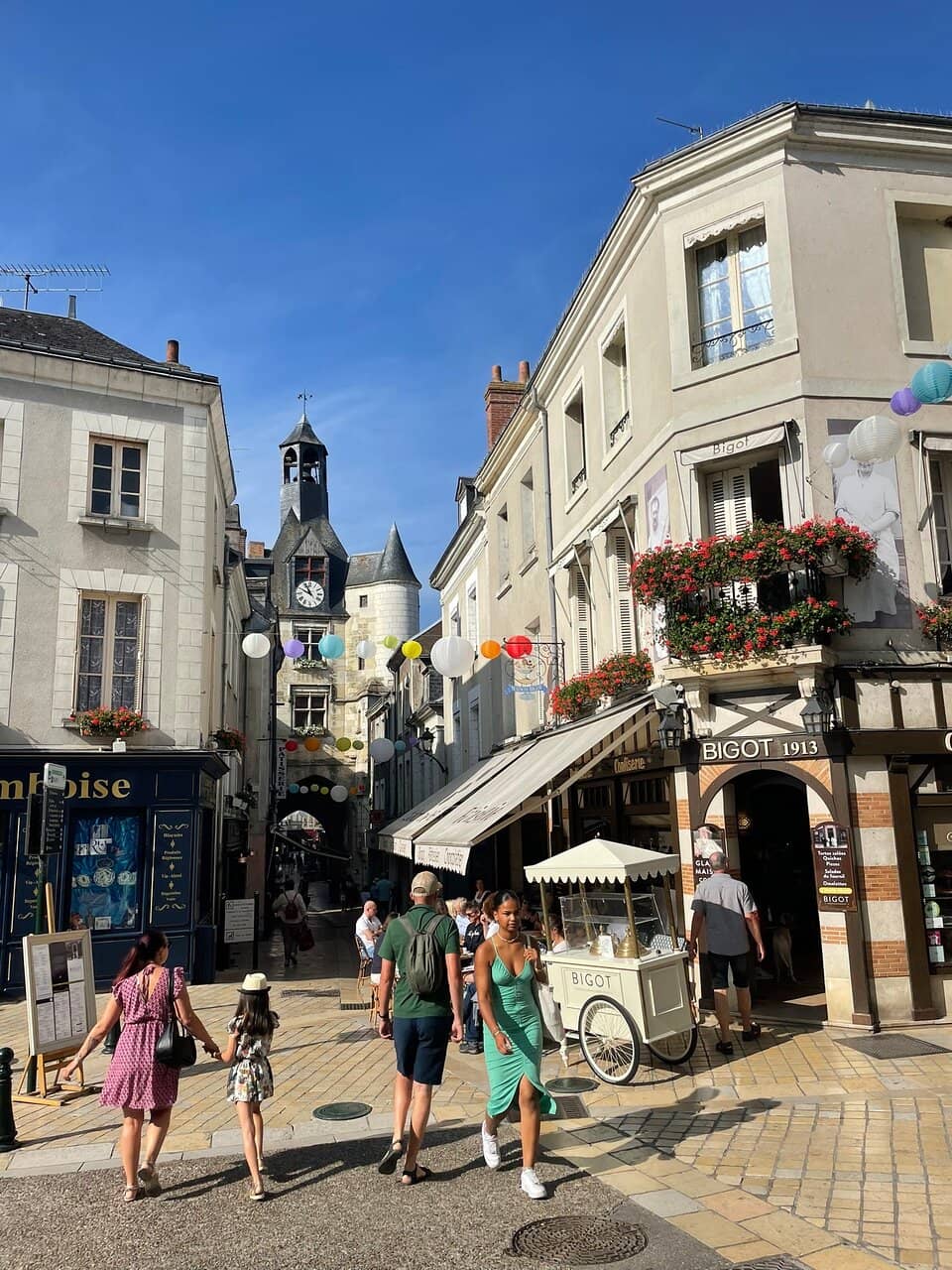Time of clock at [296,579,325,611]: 10:48
